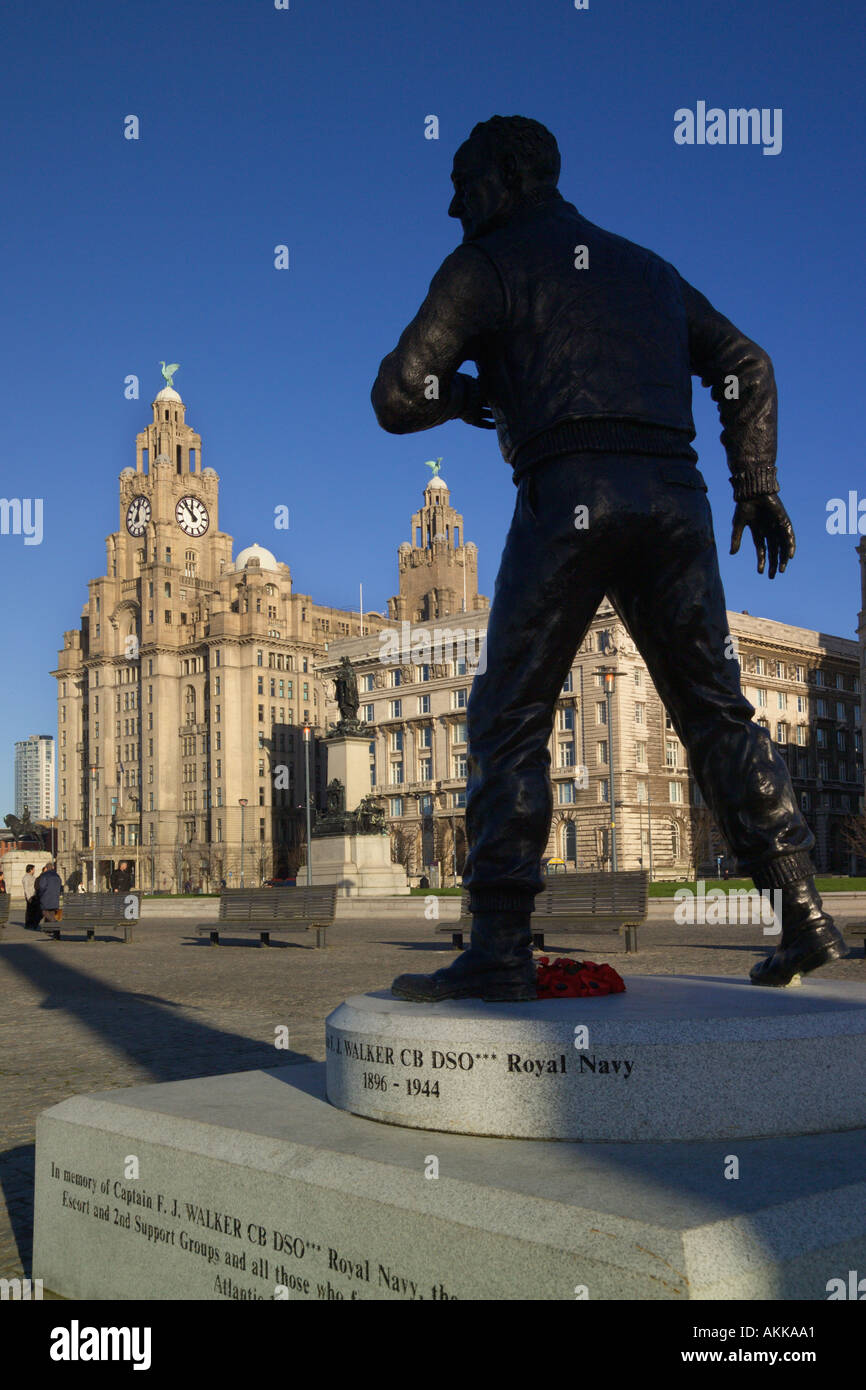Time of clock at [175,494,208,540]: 11:52
